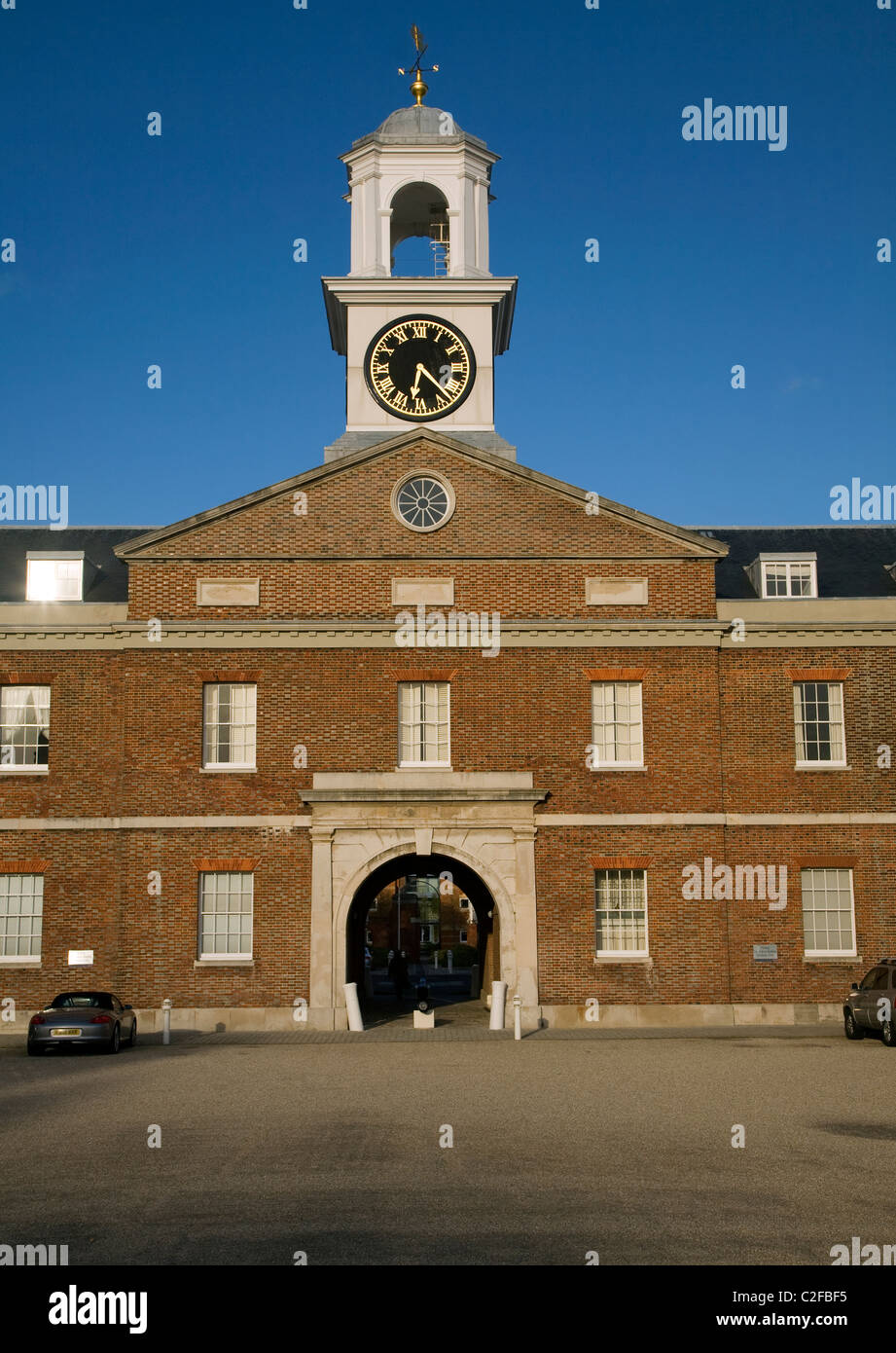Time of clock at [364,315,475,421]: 6:22
